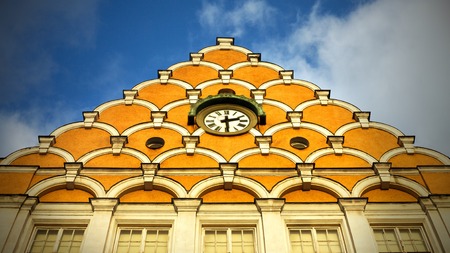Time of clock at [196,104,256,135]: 2:29
